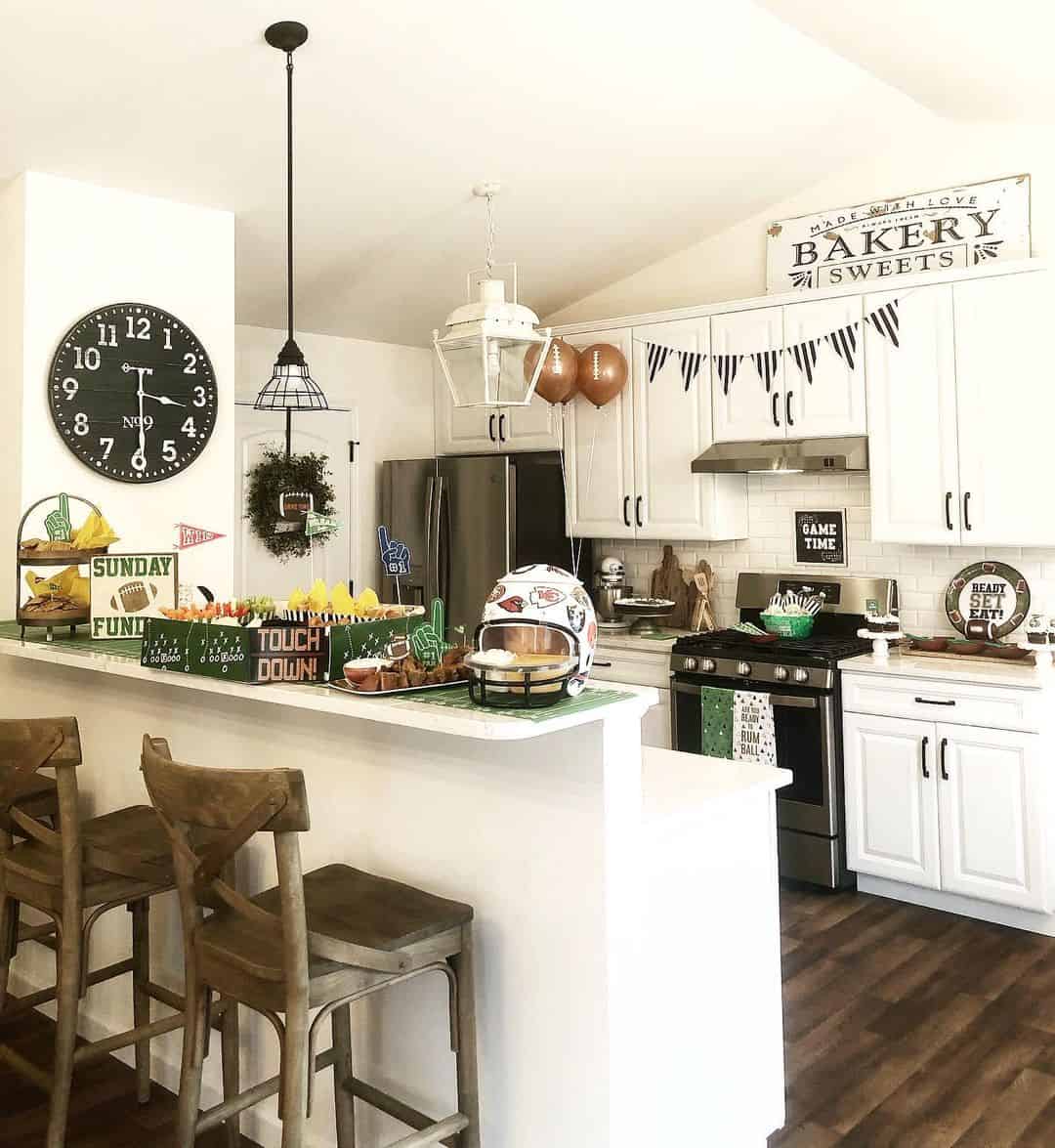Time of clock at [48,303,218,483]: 3:29
